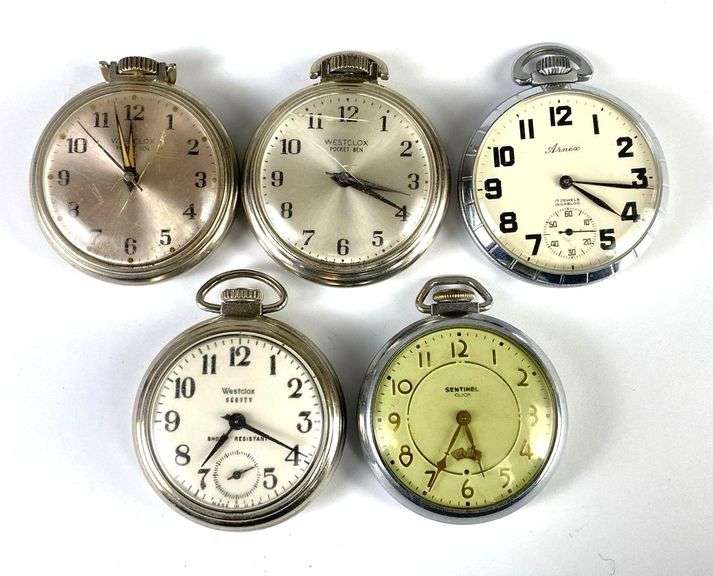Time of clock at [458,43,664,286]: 4:16
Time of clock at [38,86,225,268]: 11:57
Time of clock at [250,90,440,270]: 3:19
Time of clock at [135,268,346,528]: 7:19
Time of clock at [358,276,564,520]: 5:34
